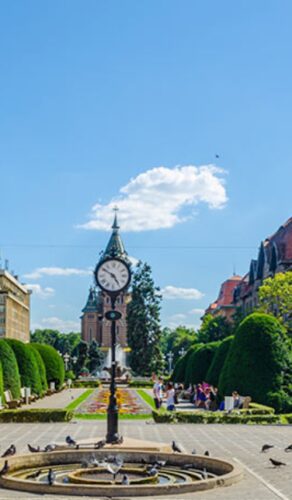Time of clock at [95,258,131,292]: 4:50
